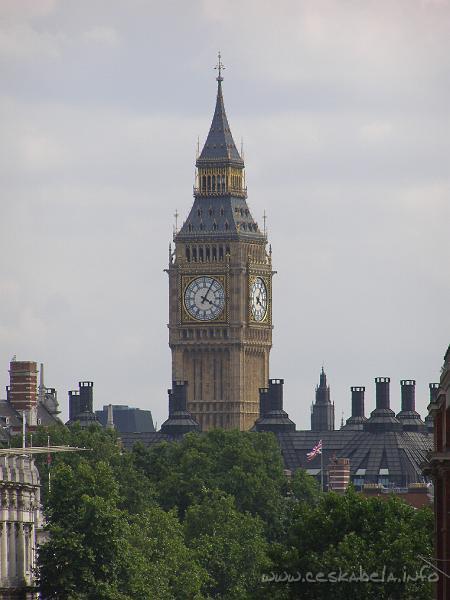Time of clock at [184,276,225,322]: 4:04
